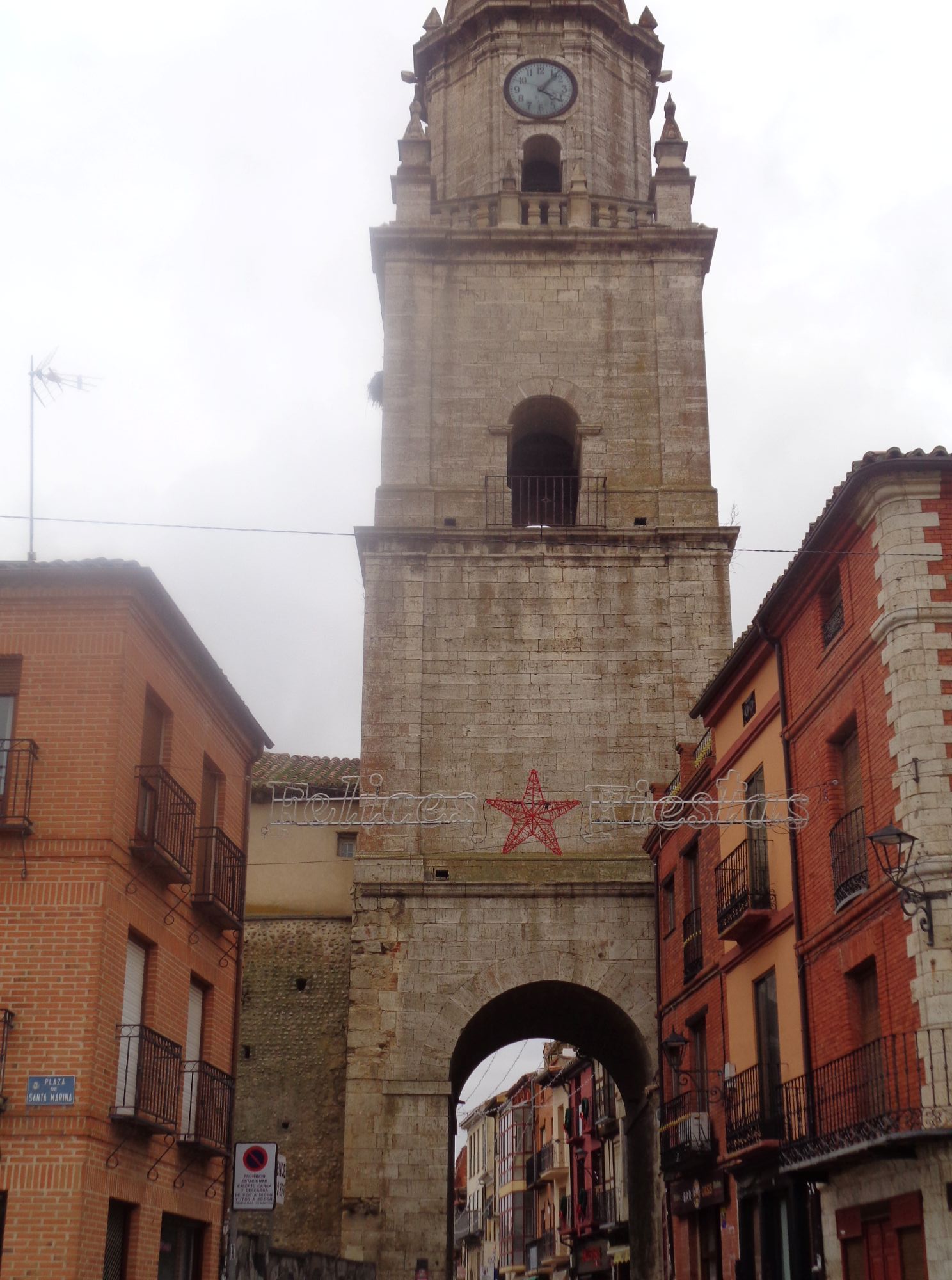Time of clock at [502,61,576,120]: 4:06
